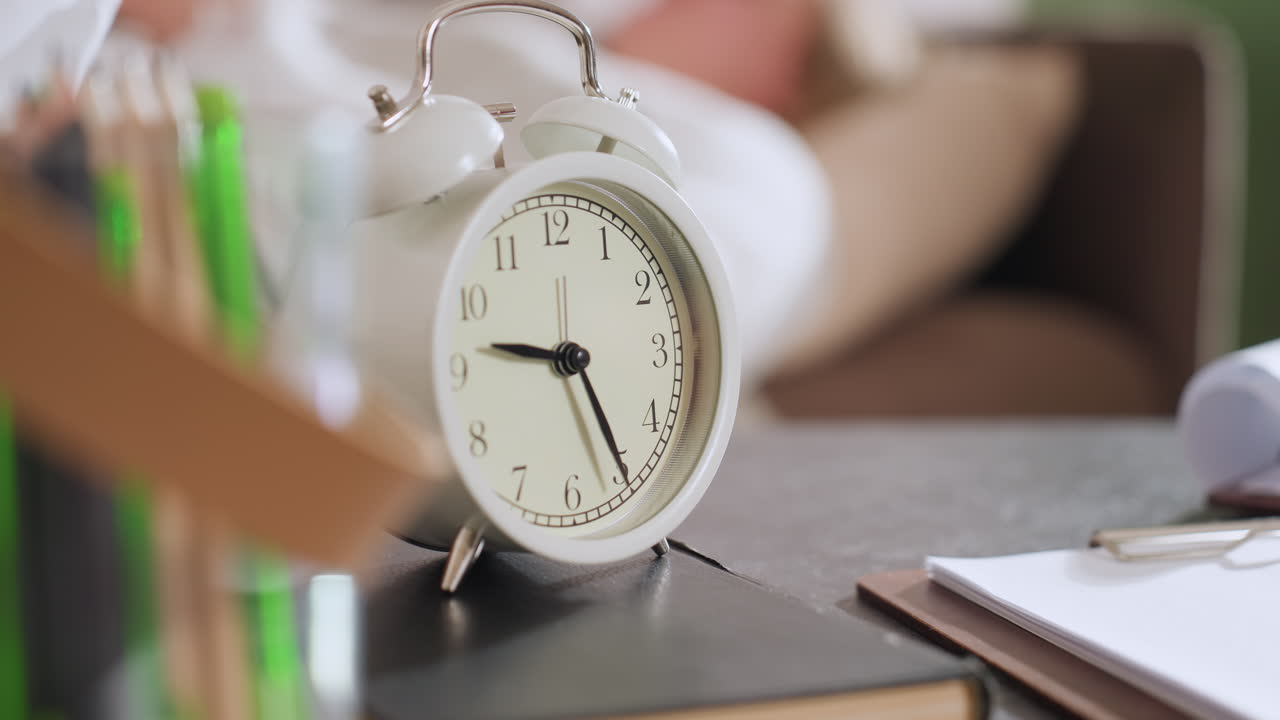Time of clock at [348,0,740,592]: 9:25
